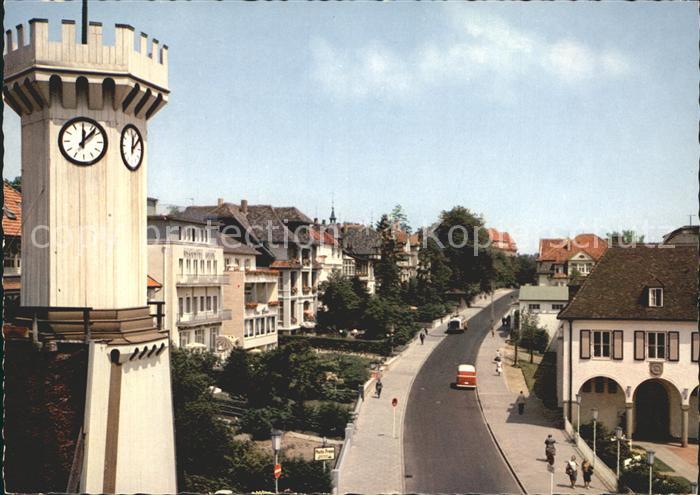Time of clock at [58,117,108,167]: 12:07
